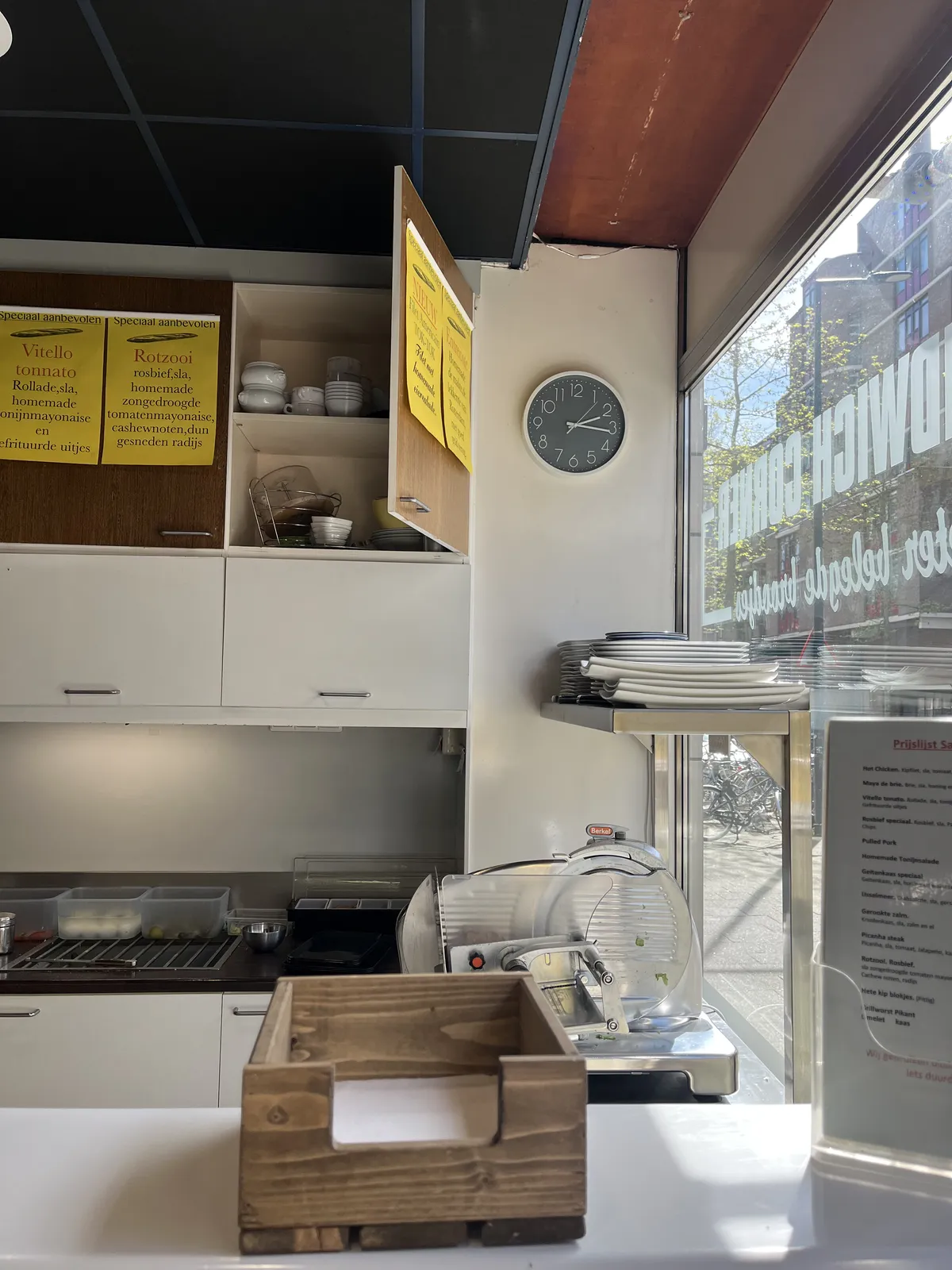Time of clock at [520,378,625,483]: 2:16
